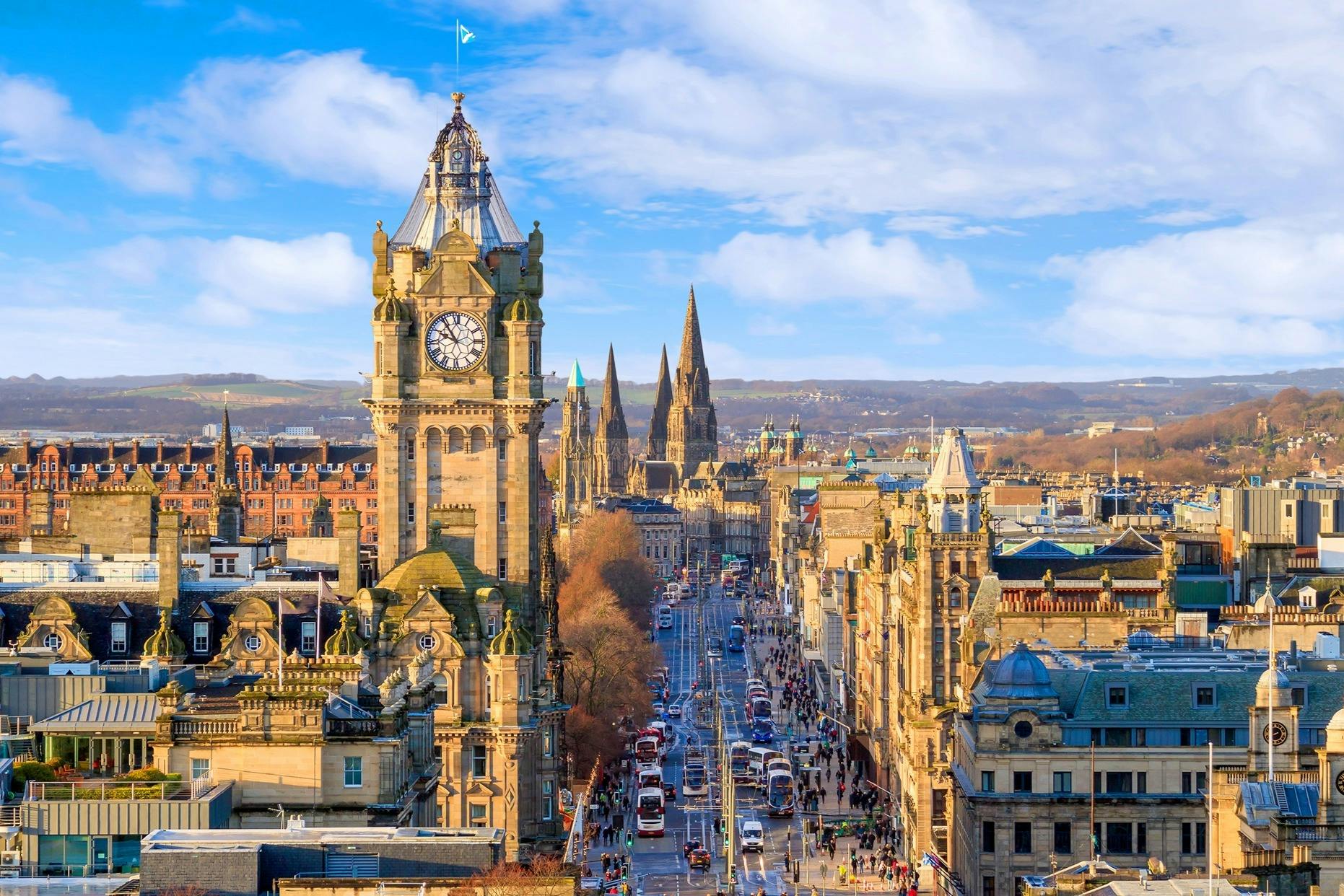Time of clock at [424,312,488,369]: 9:54
